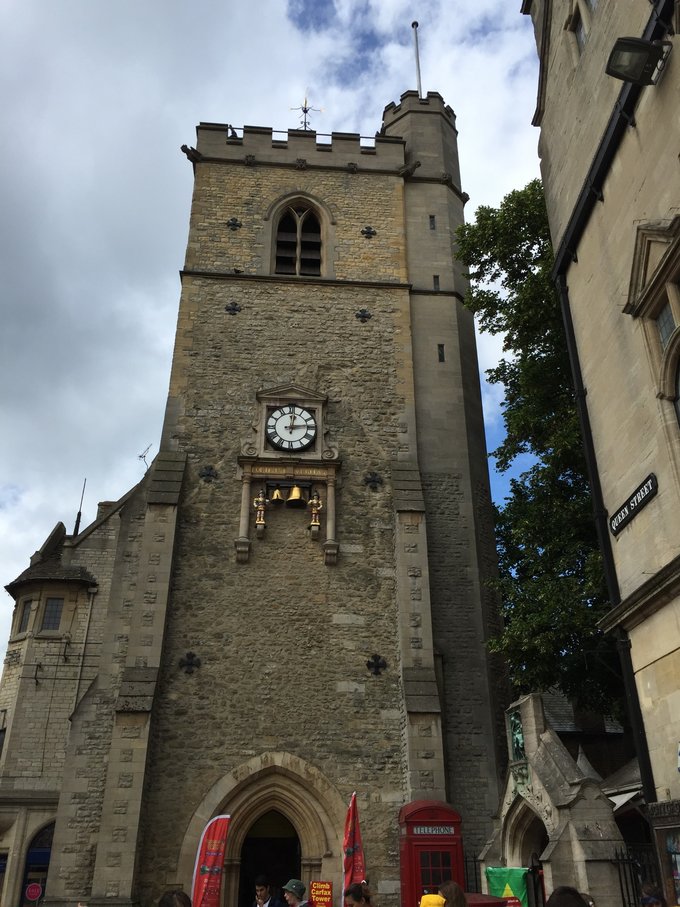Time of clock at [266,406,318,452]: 12:13
